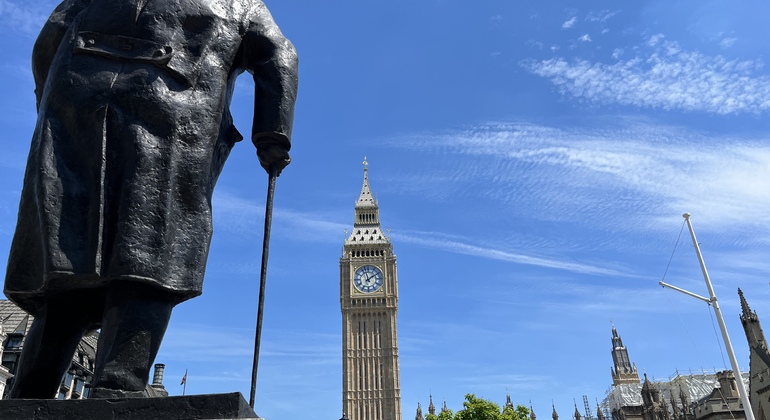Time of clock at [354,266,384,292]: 1:57
